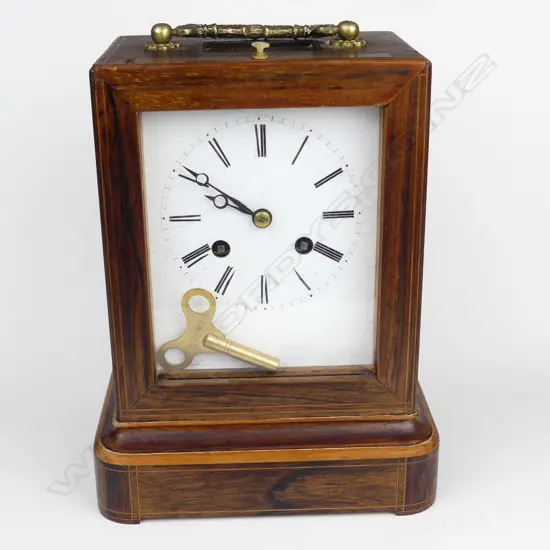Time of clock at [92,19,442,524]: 9:50
